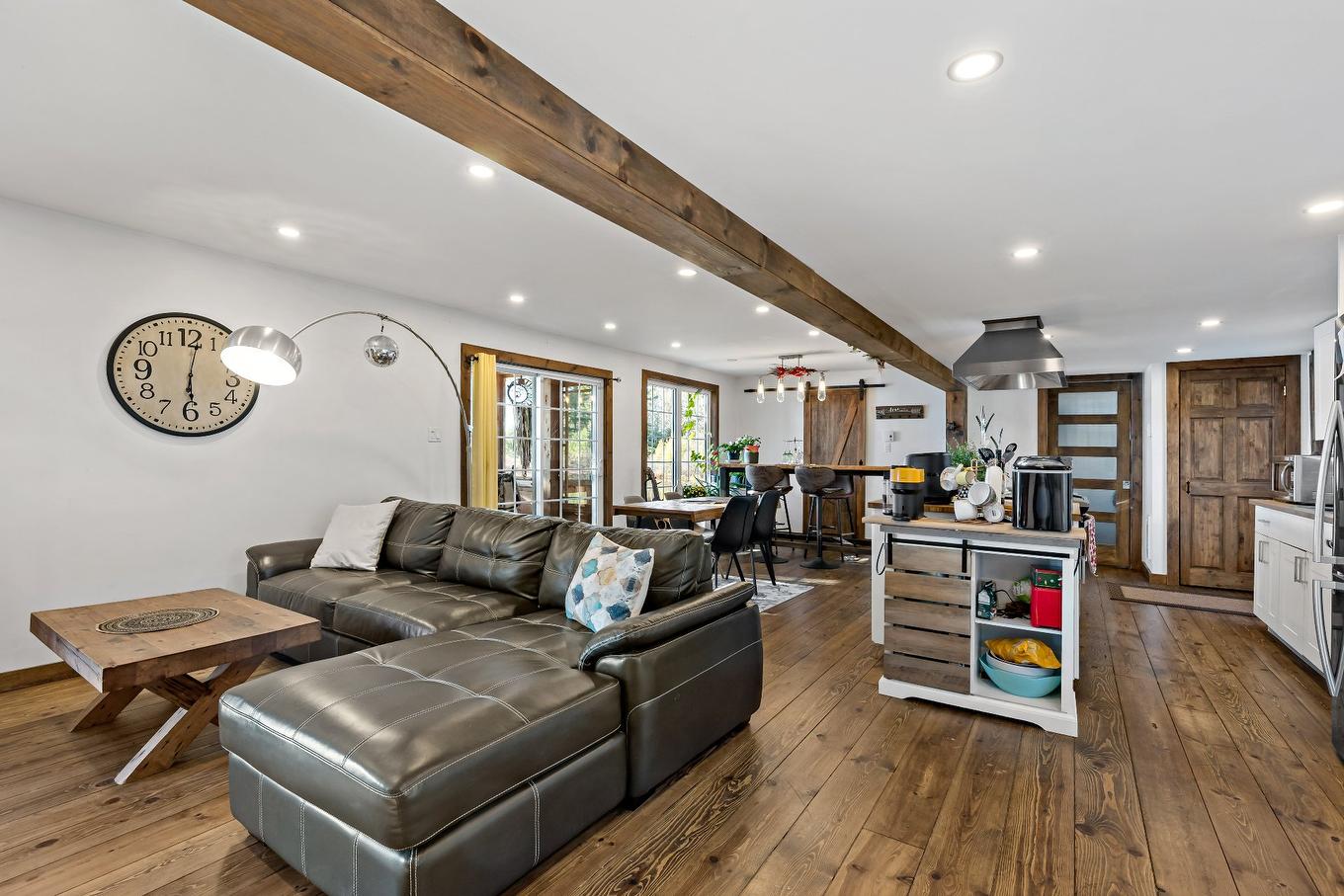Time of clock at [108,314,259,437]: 6:01
